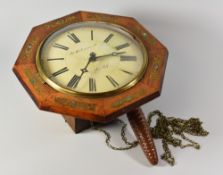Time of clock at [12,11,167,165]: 2:33
